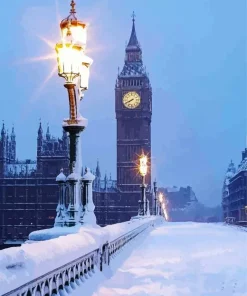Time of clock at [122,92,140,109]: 7:40
